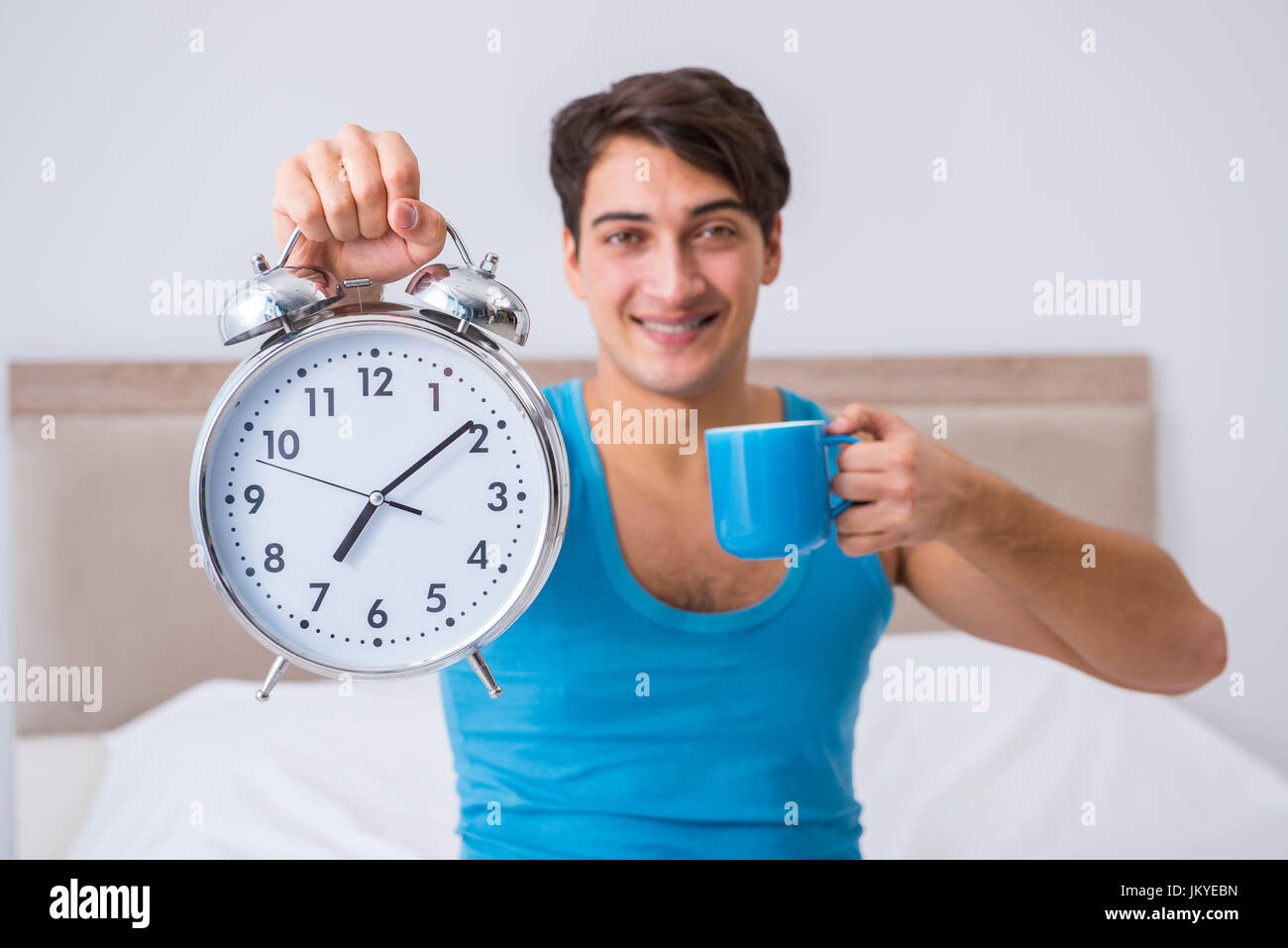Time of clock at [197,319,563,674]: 7:08
